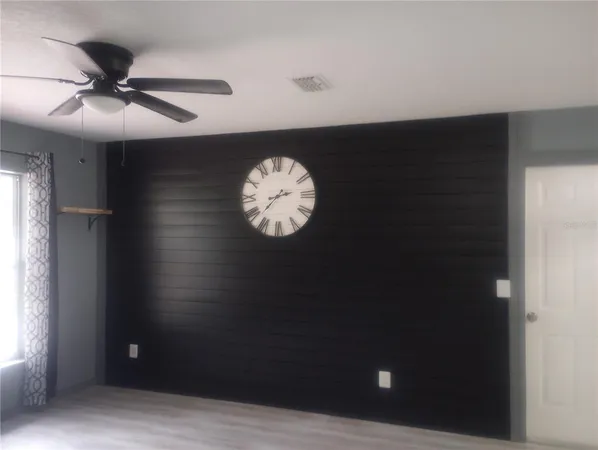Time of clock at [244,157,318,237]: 2:37
